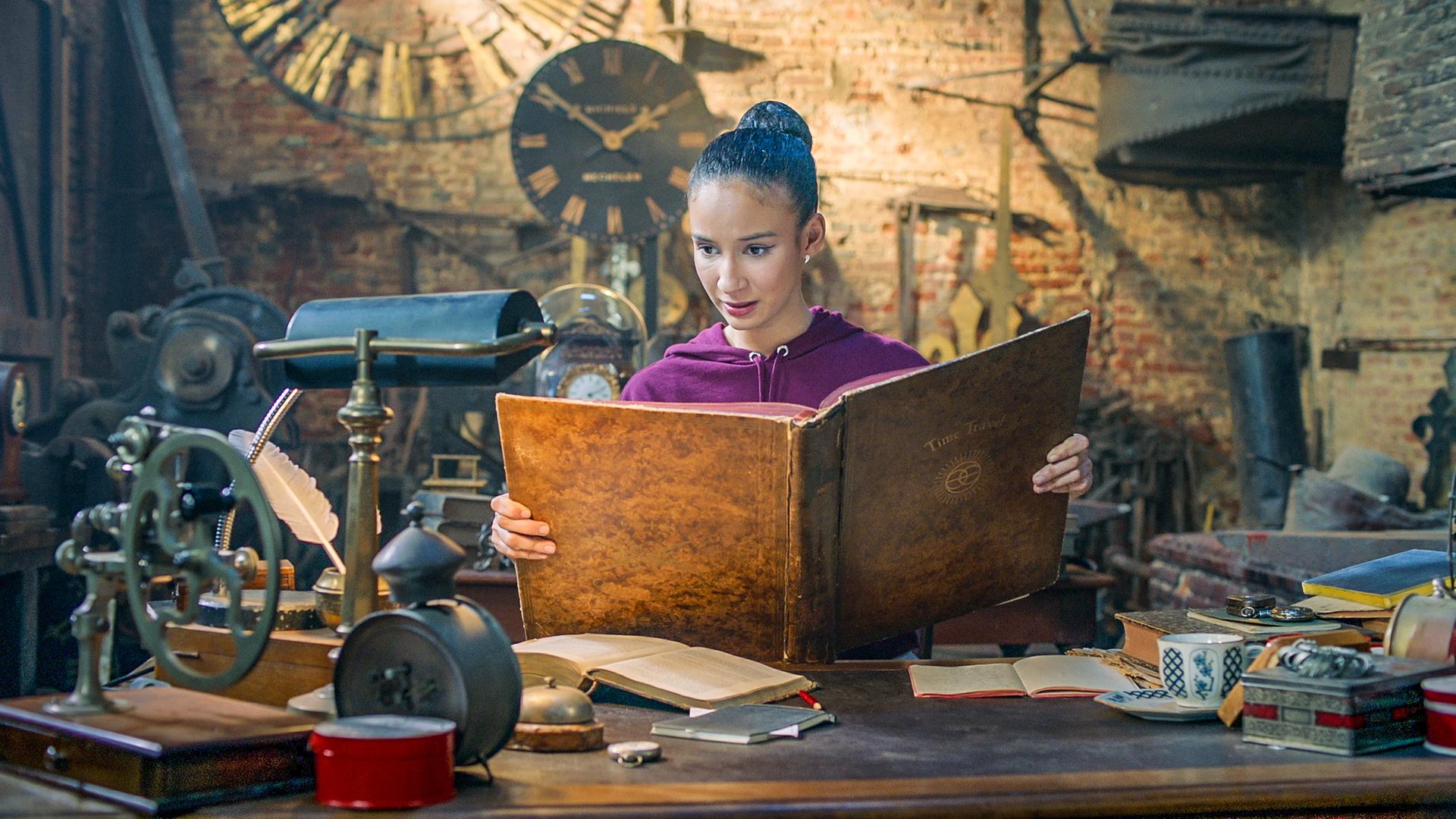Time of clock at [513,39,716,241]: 1:51
